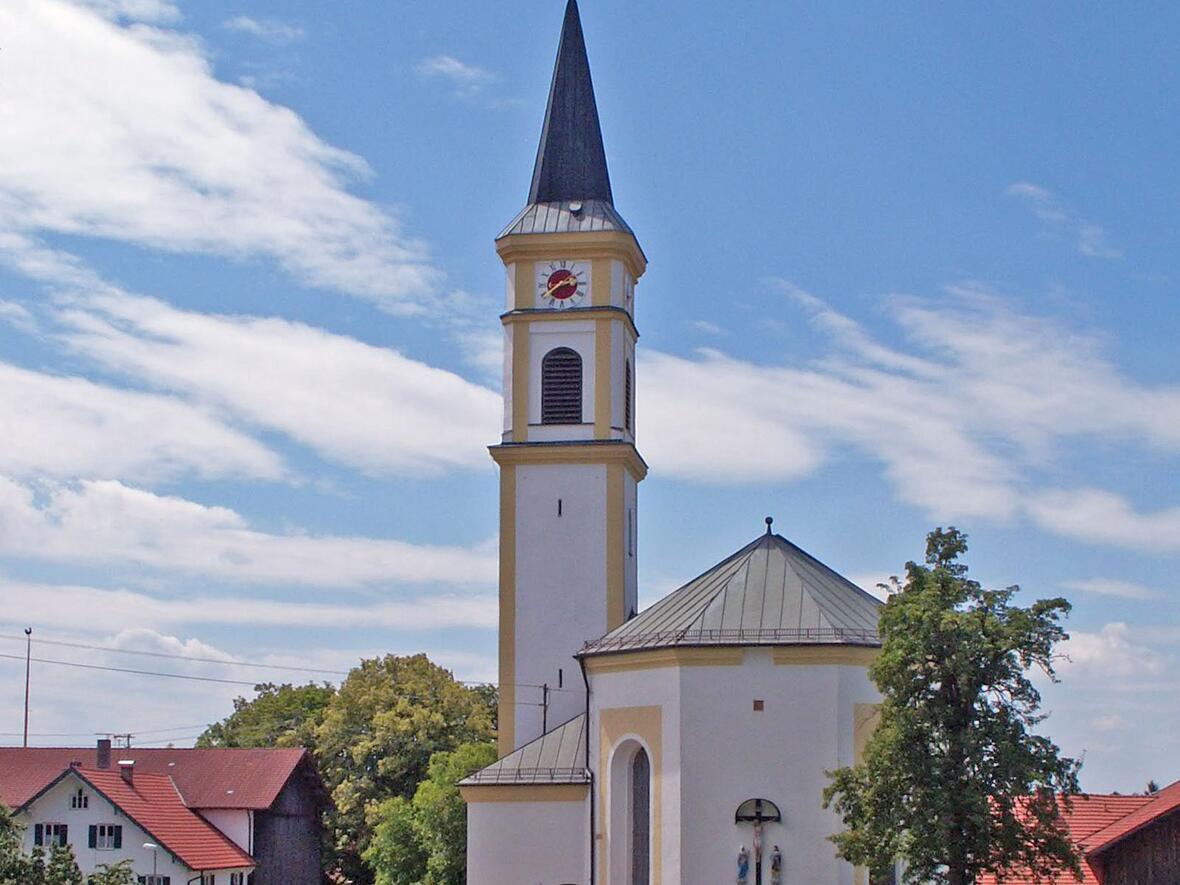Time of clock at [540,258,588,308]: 2:38
